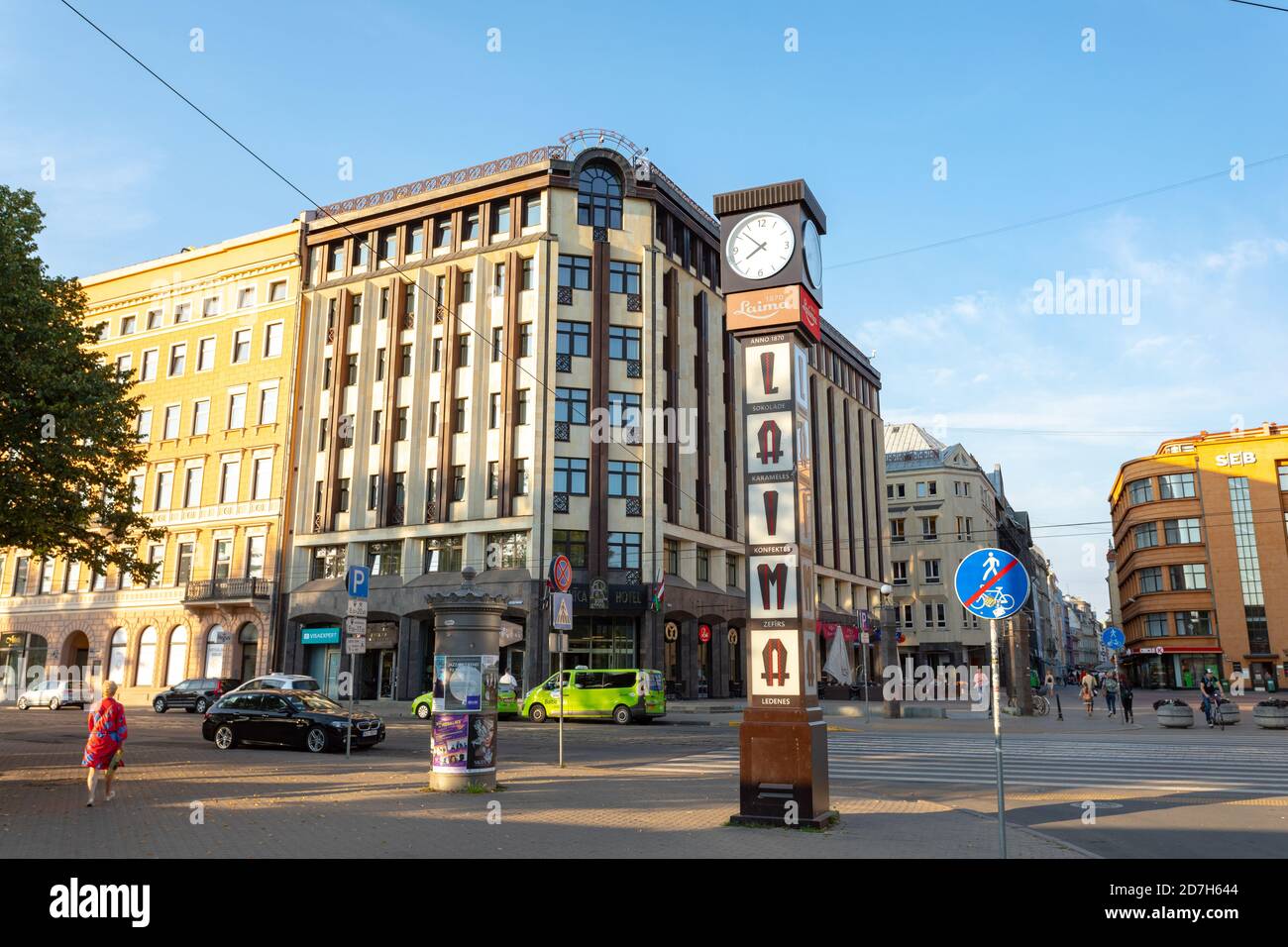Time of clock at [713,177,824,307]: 7:52
